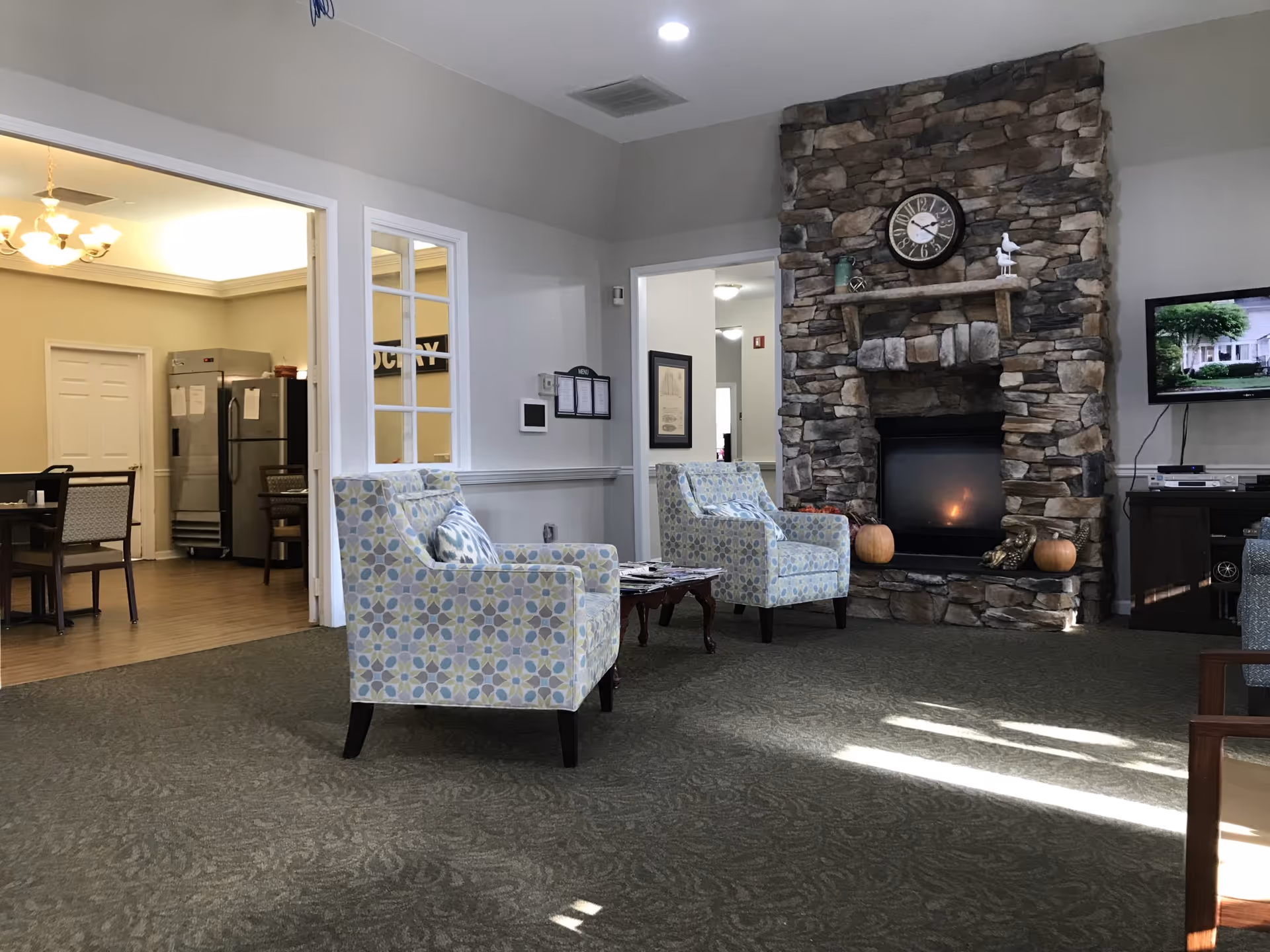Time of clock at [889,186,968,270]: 2:21
